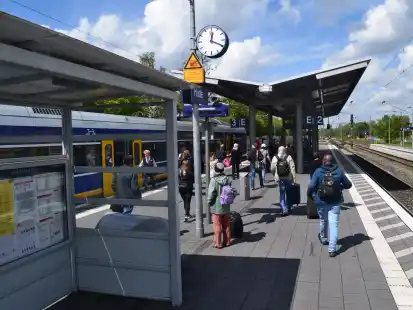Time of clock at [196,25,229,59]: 12:19
